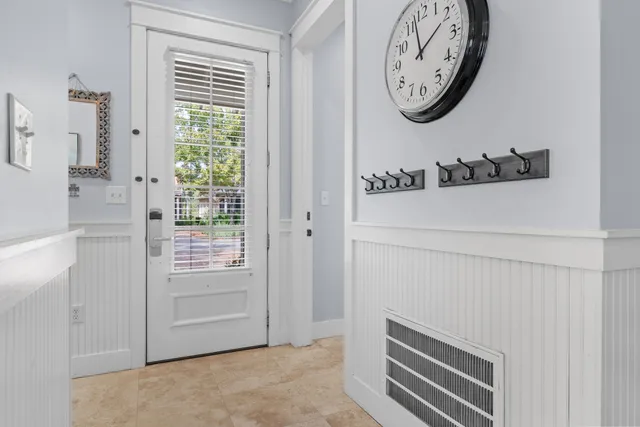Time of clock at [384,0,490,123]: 1:57
